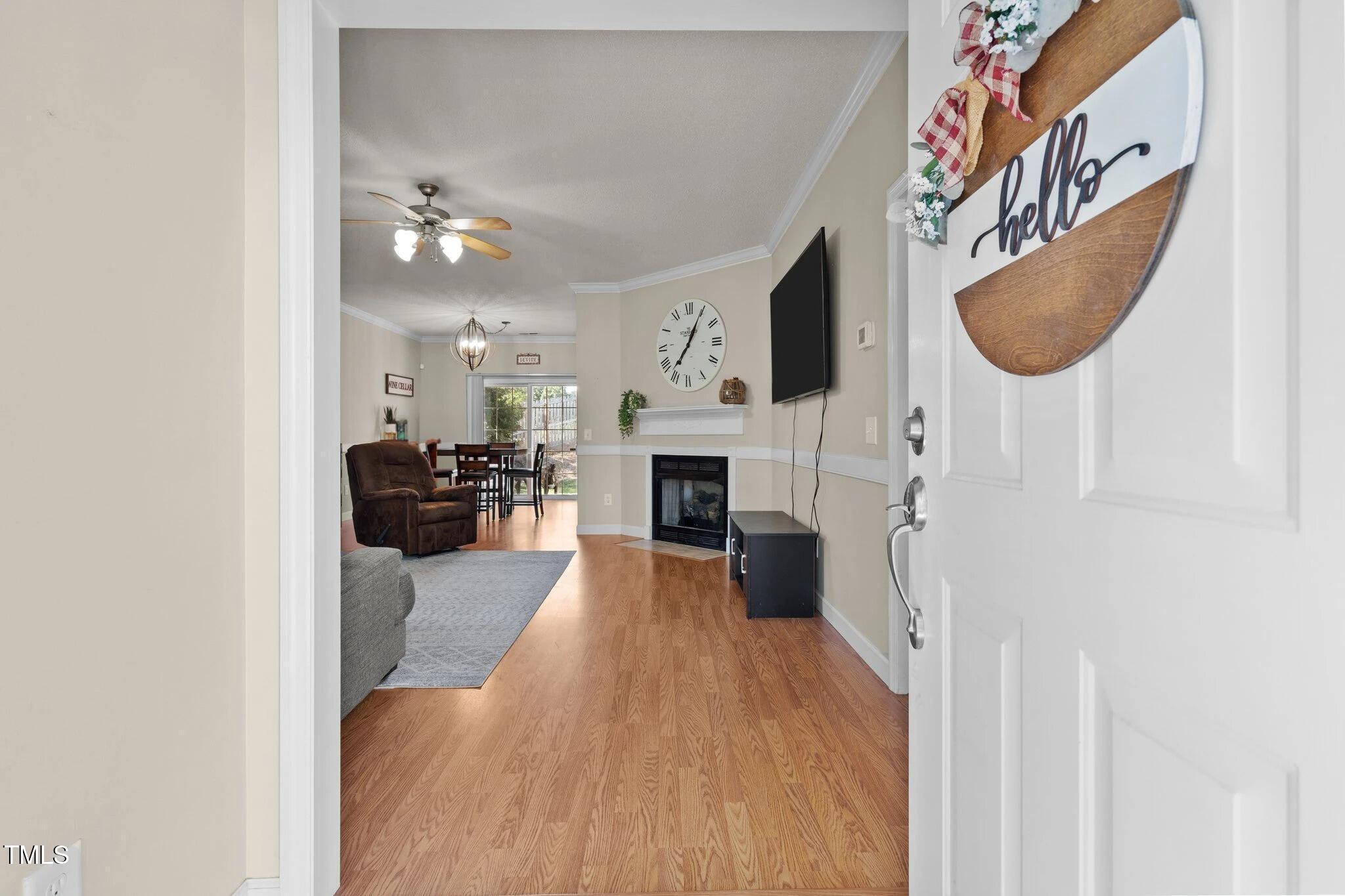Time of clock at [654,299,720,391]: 7:04
